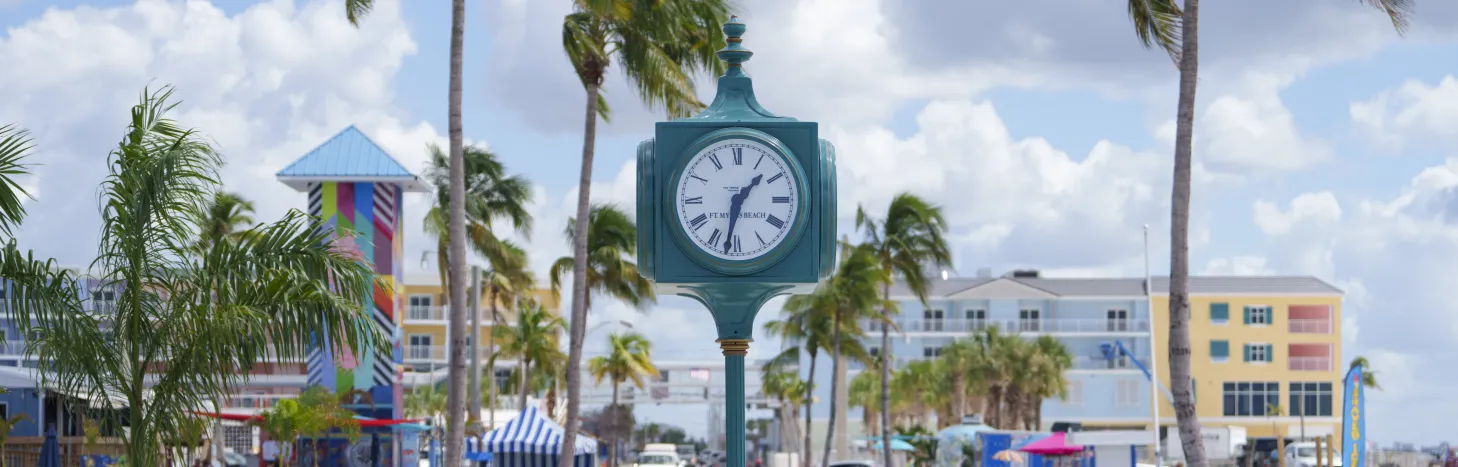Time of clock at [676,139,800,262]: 1:32
